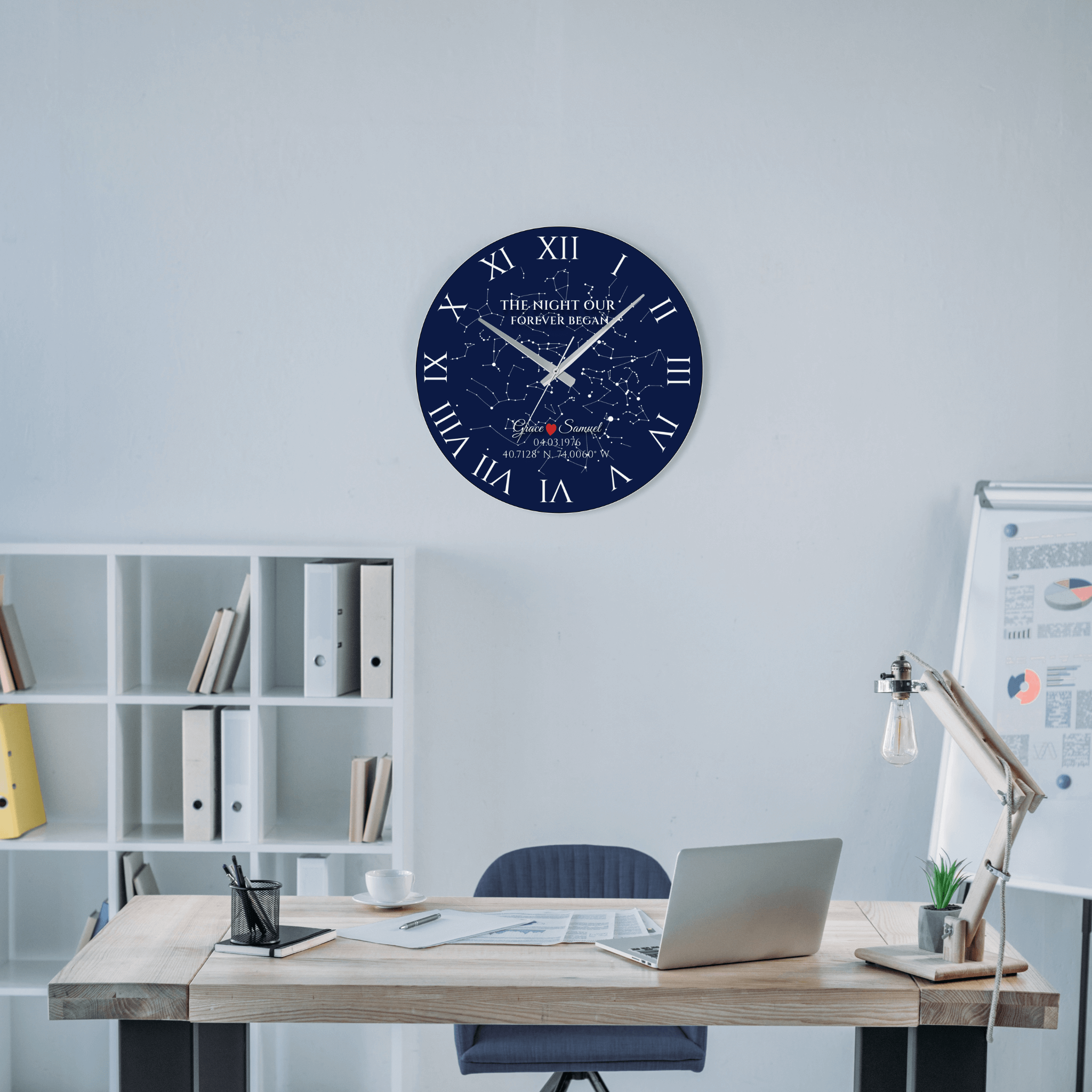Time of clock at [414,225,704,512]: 10:07
